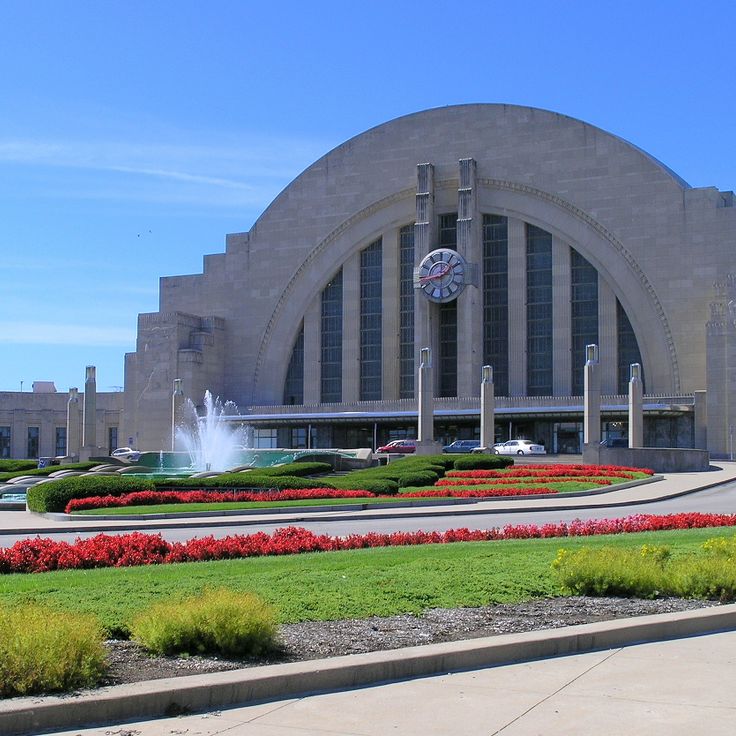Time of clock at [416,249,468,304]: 1:43
